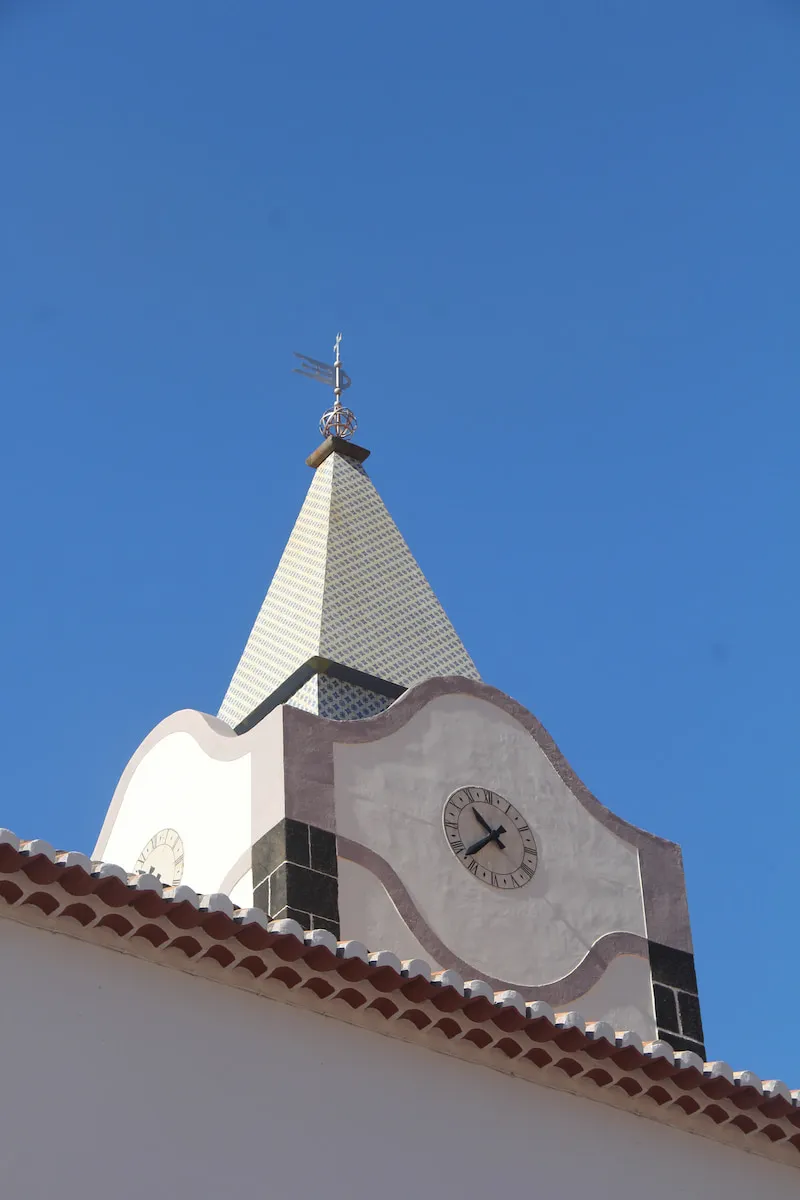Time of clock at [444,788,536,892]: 10:37
